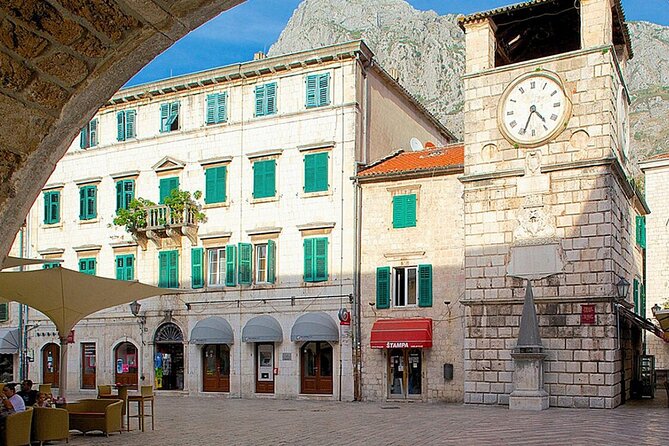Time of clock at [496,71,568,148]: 4:34
